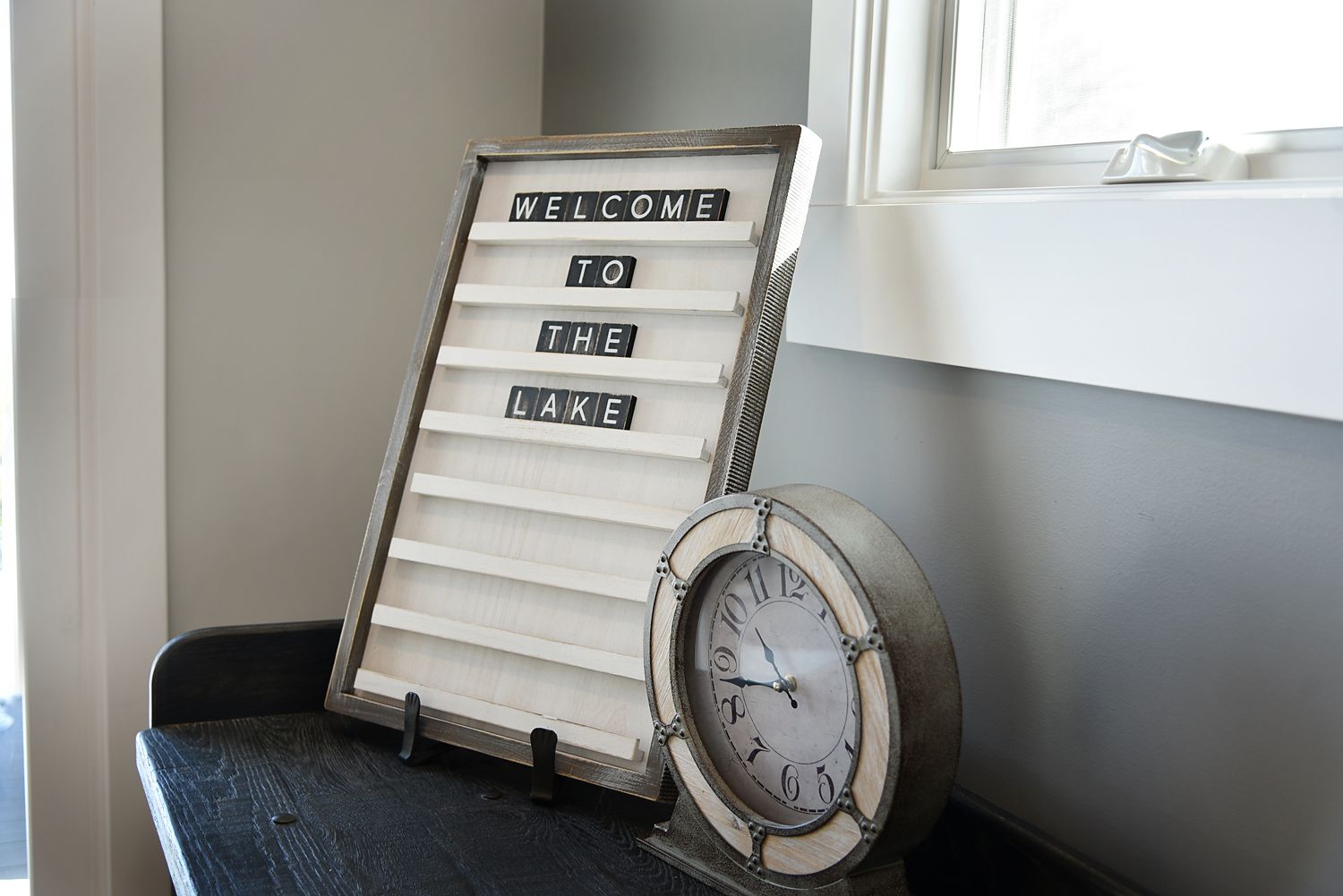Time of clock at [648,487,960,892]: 10:43
